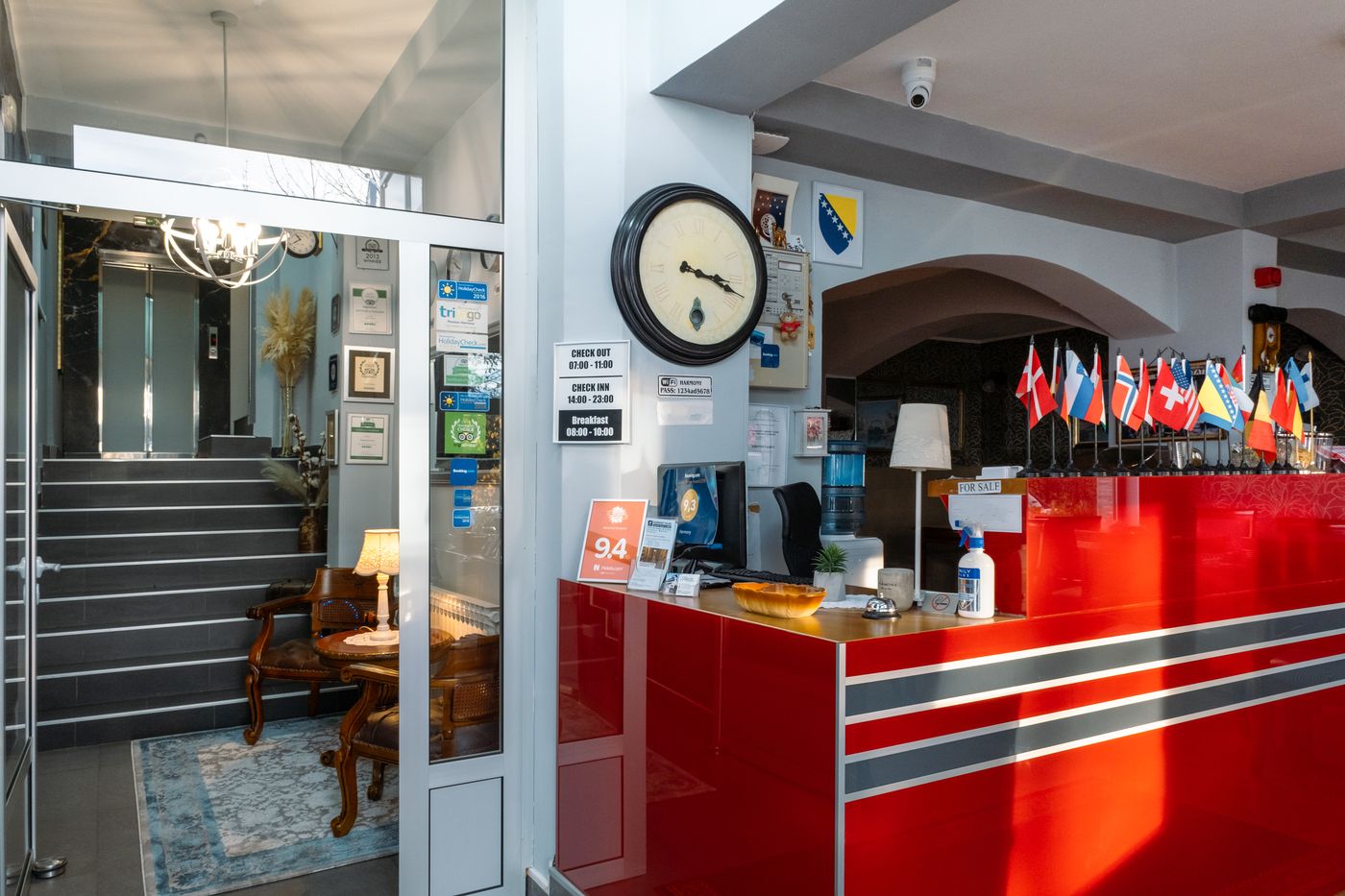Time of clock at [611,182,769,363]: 3:18
